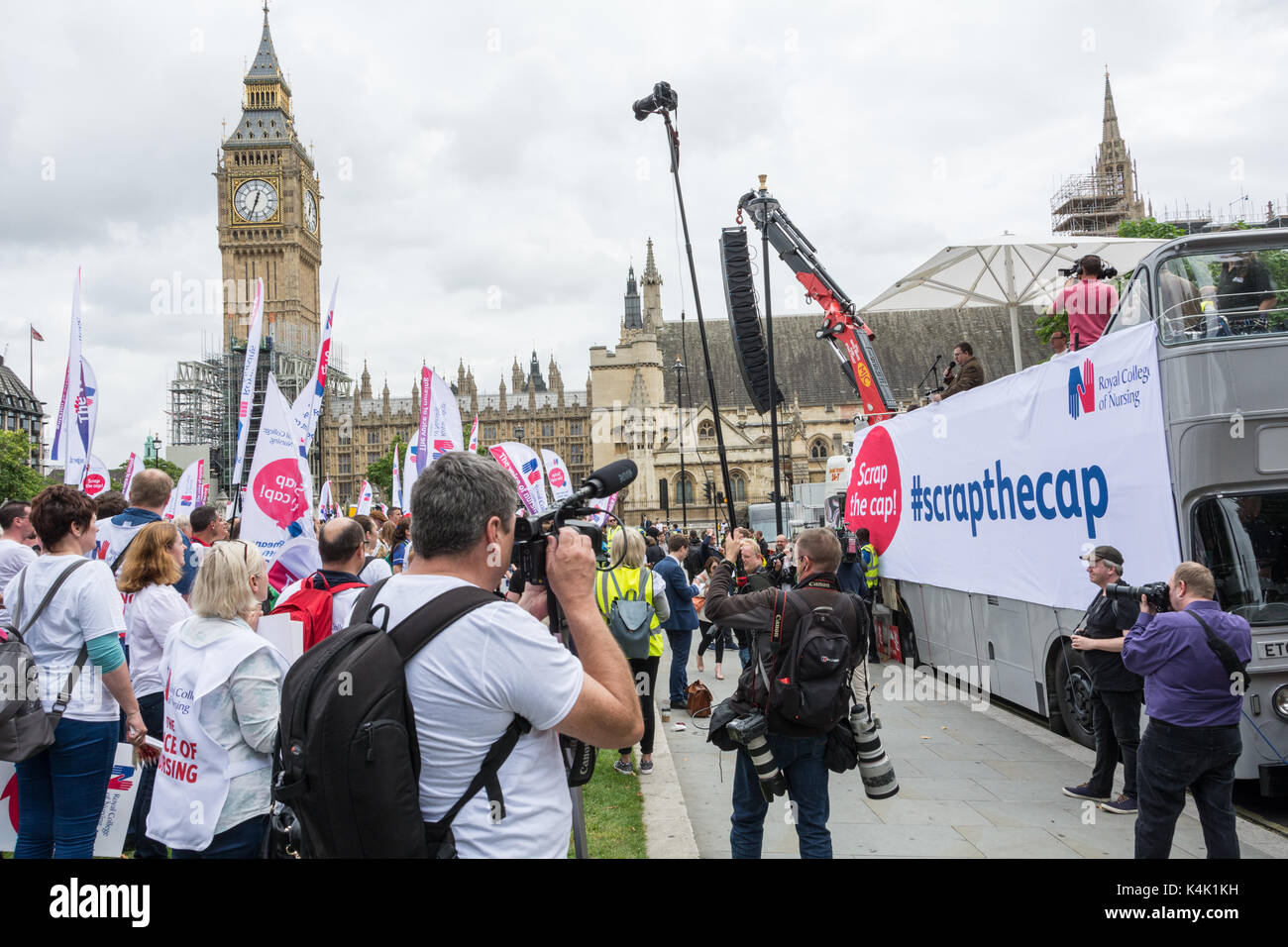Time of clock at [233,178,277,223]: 12:33
